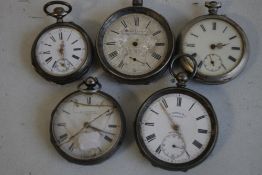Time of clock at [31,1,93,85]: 12:28
